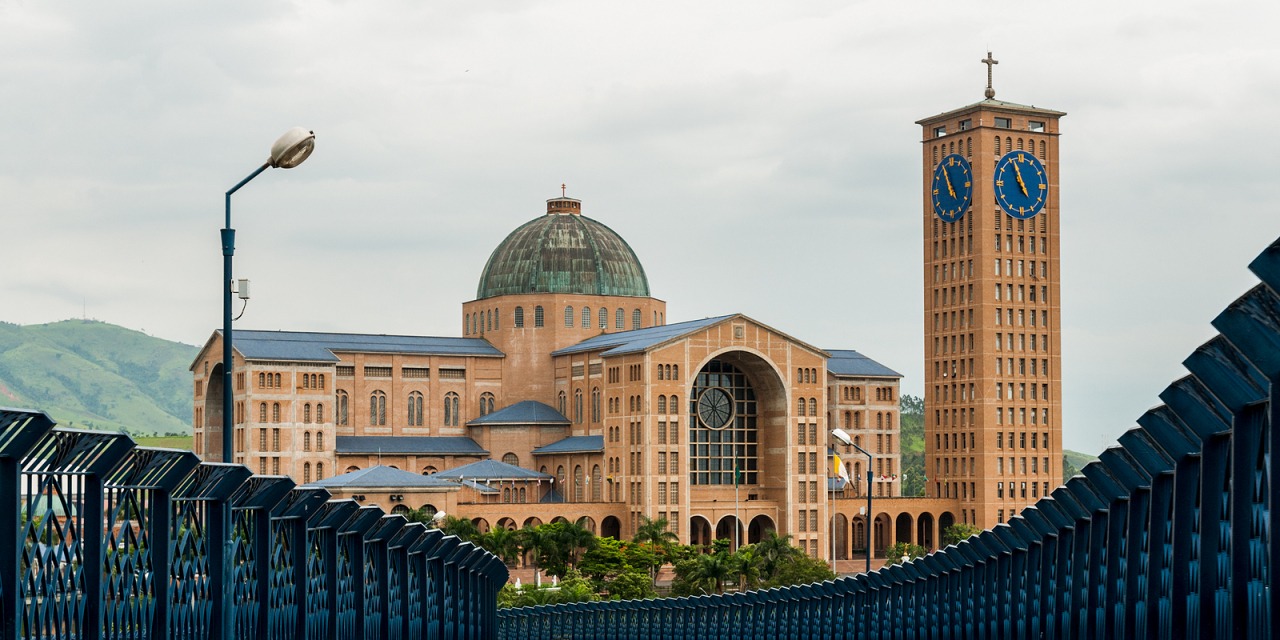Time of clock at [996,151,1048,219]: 4:56
